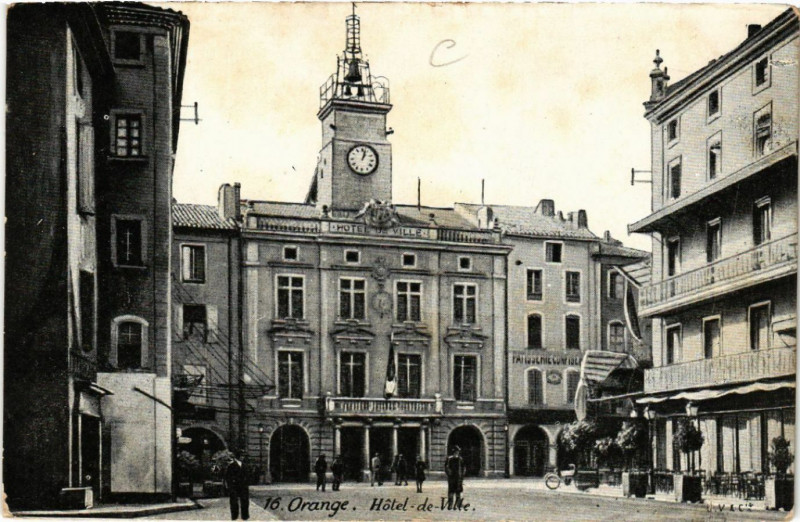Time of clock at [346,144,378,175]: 1:02
